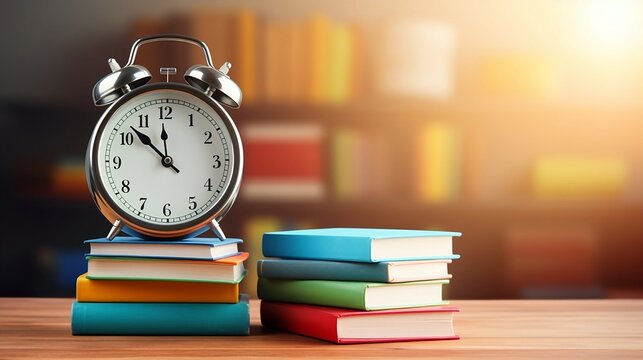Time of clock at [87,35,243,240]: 11:52
